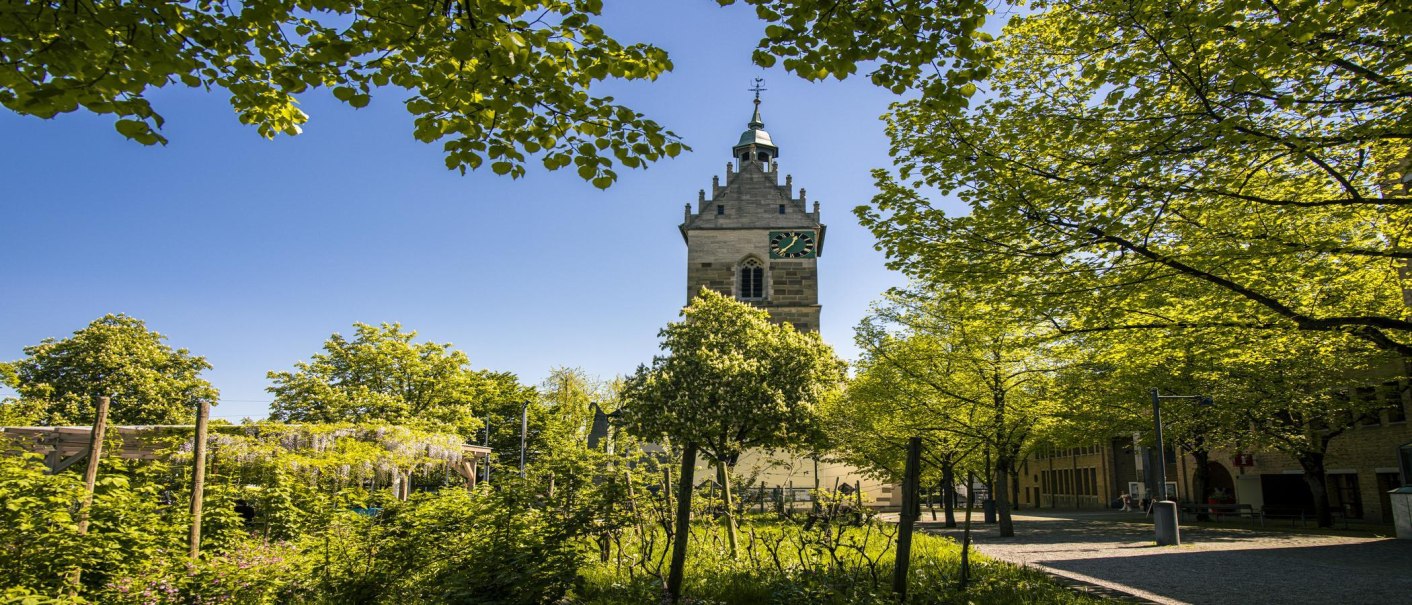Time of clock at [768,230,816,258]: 12:36
